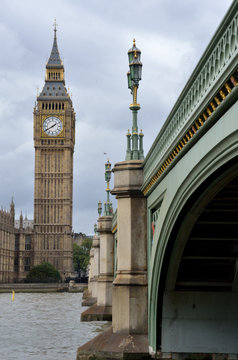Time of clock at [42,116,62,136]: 1:40
